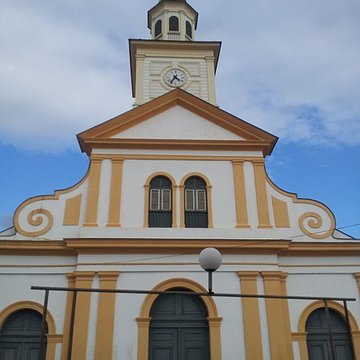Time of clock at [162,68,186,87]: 4:35
